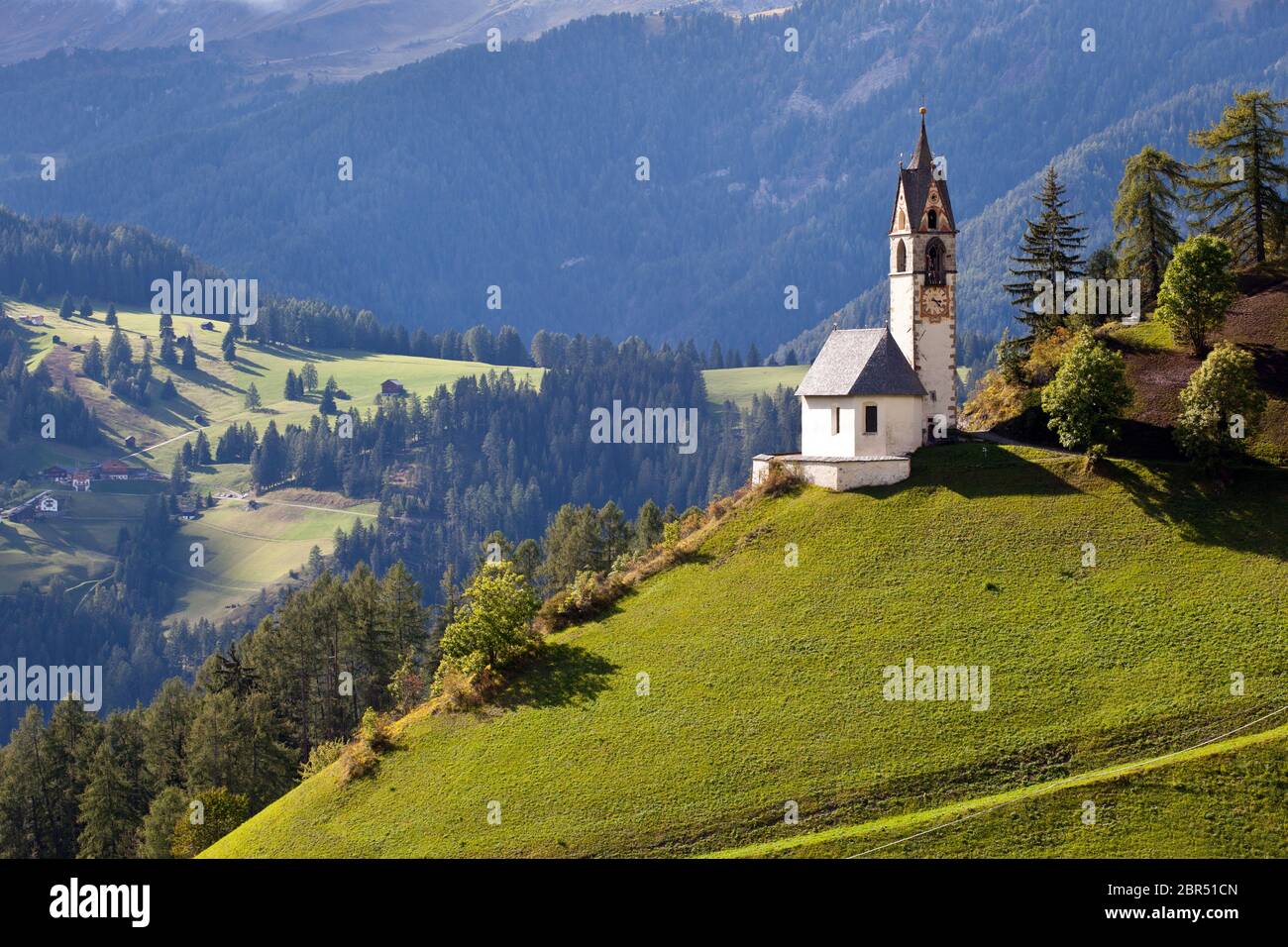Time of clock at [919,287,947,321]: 3:22
